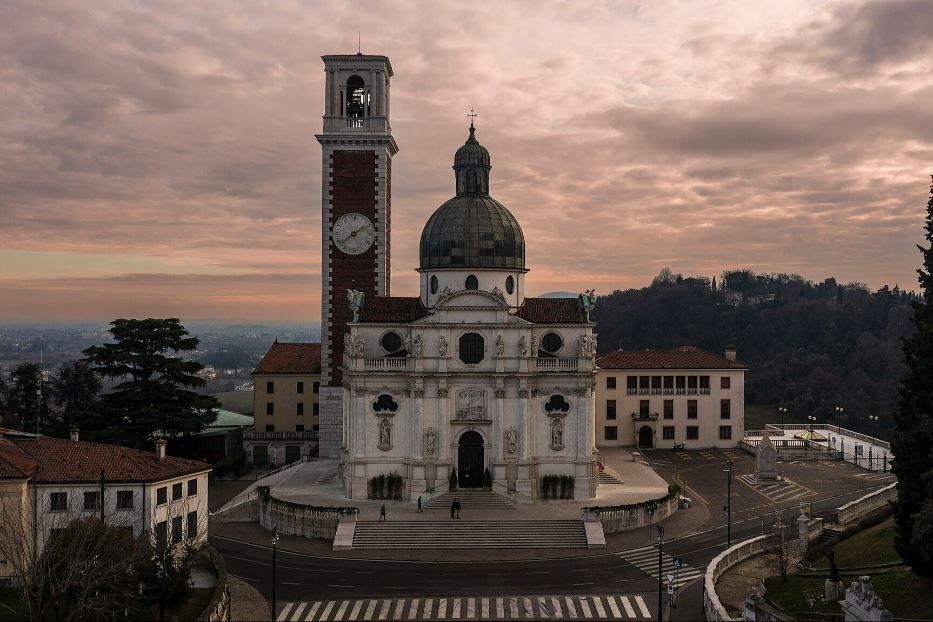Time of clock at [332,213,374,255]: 1:38
